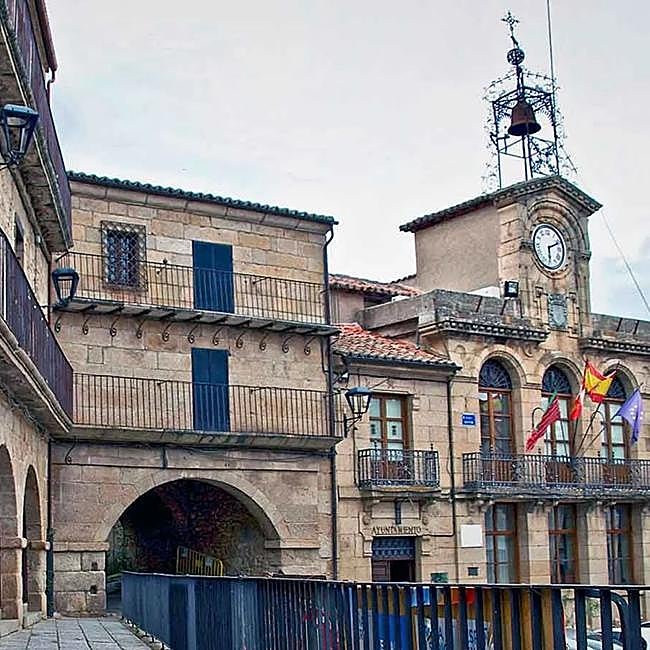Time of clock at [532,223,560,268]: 6:11
